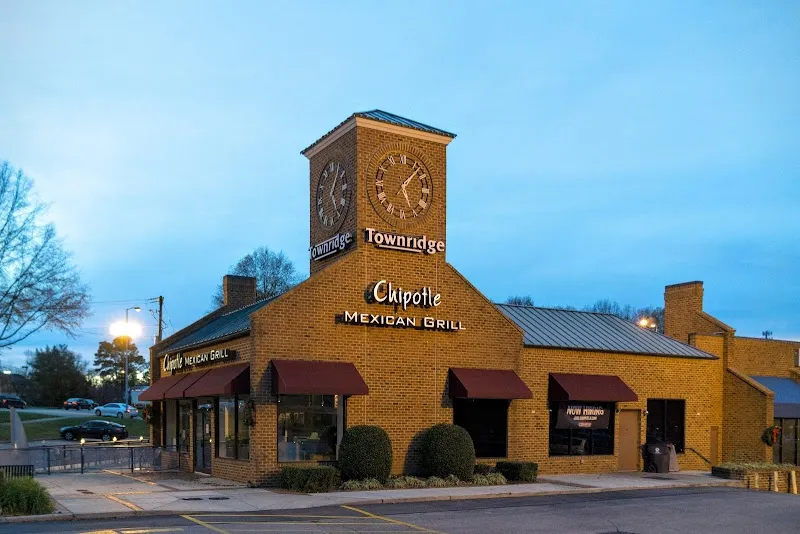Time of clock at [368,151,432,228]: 5:07
